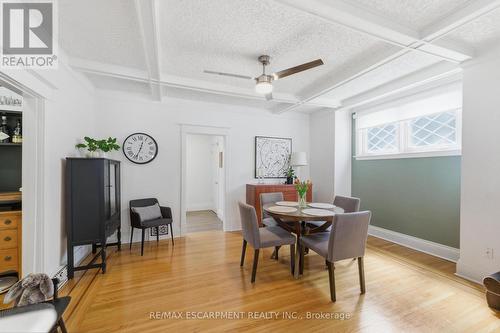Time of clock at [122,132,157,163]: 12:34
